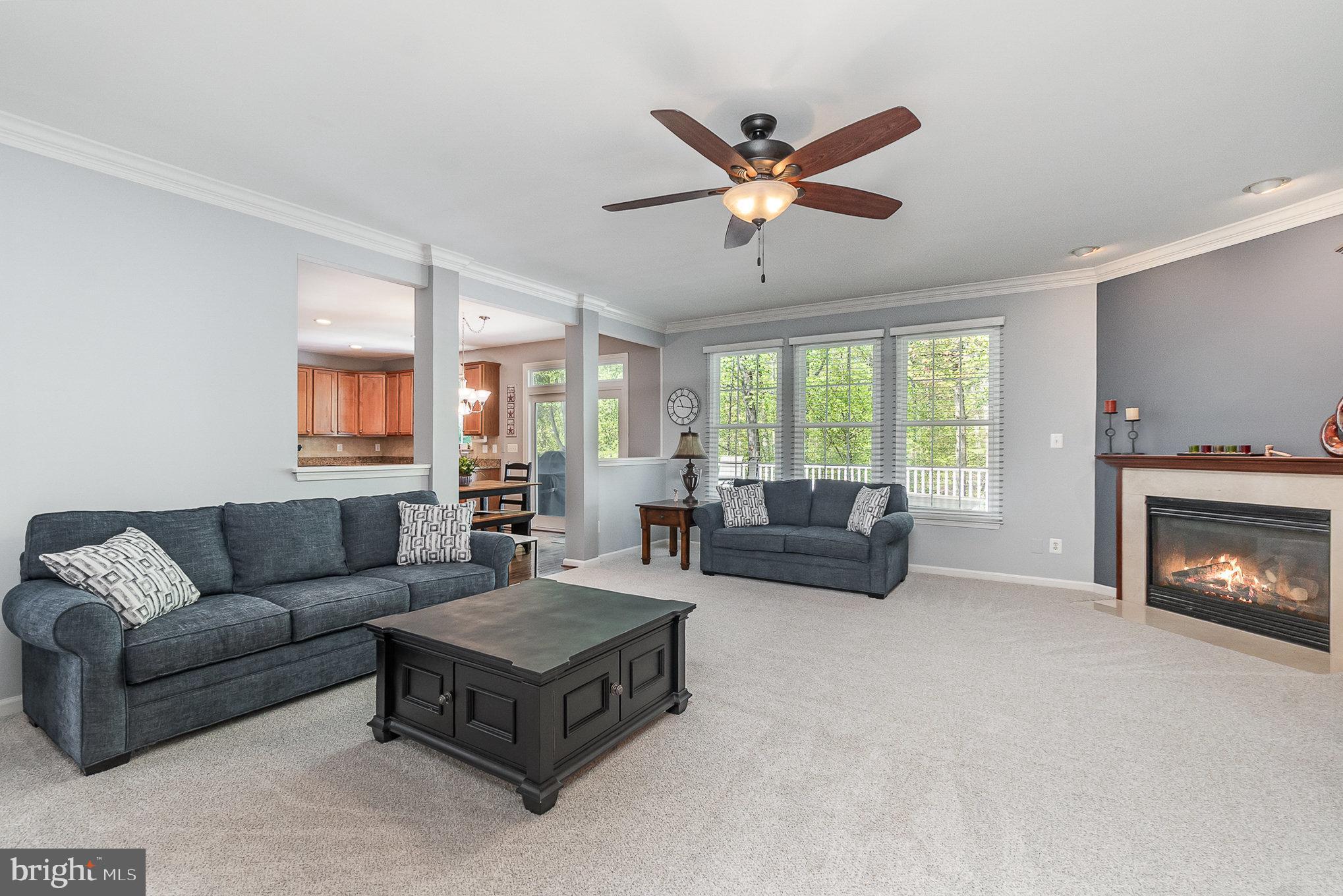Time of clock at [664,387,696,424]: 11:16
